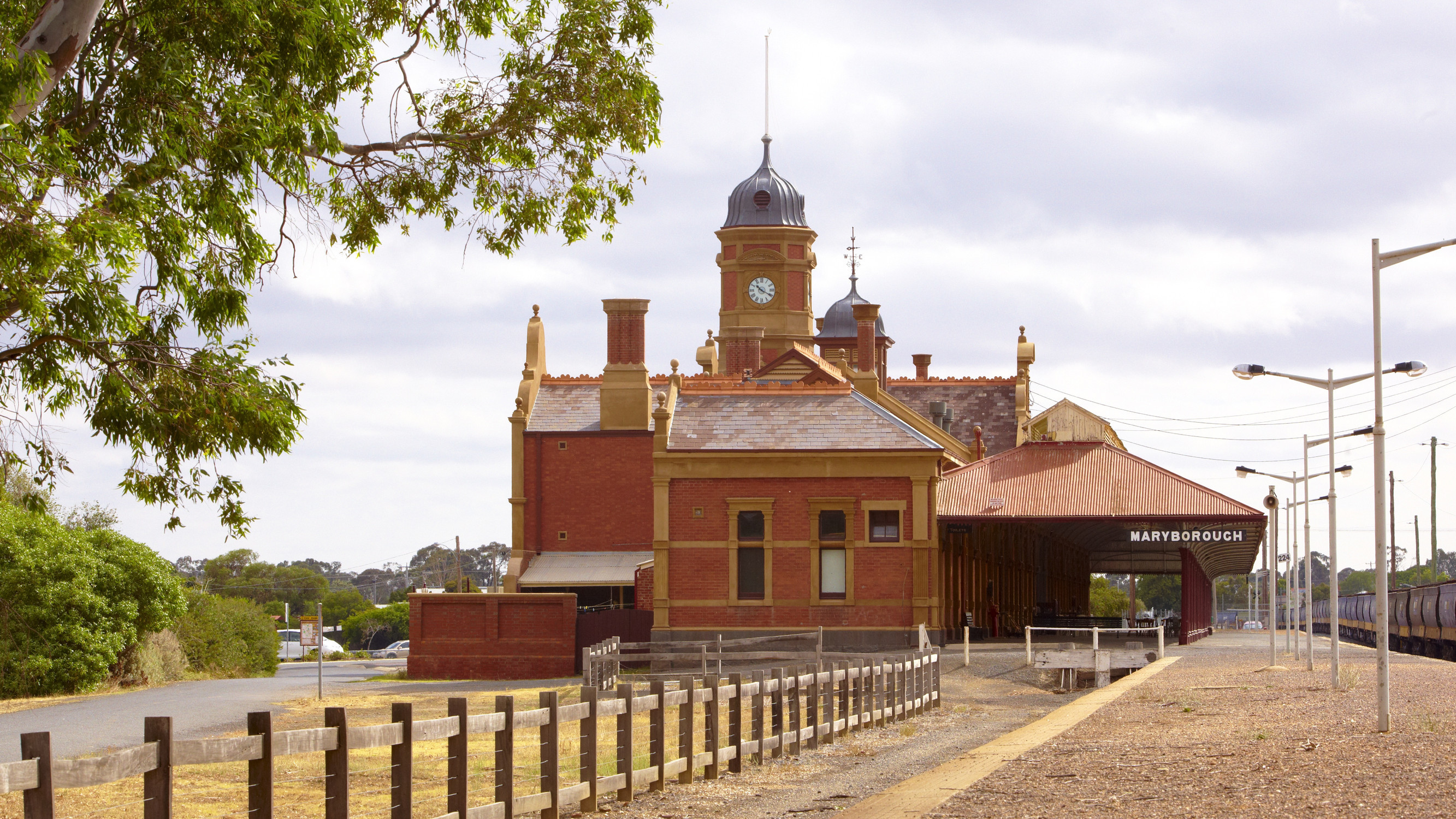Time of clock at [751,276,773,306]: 10:19
